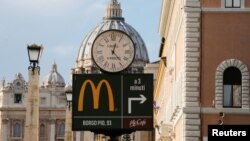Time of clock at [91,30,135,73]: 12:23
